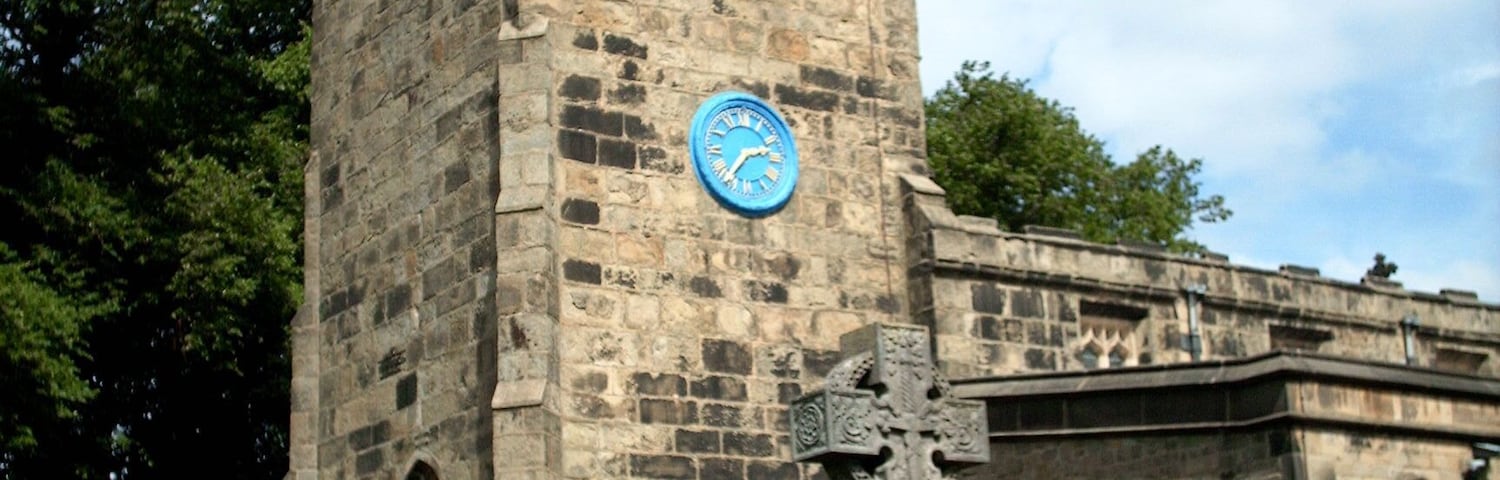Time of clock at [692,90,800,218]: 2:36
